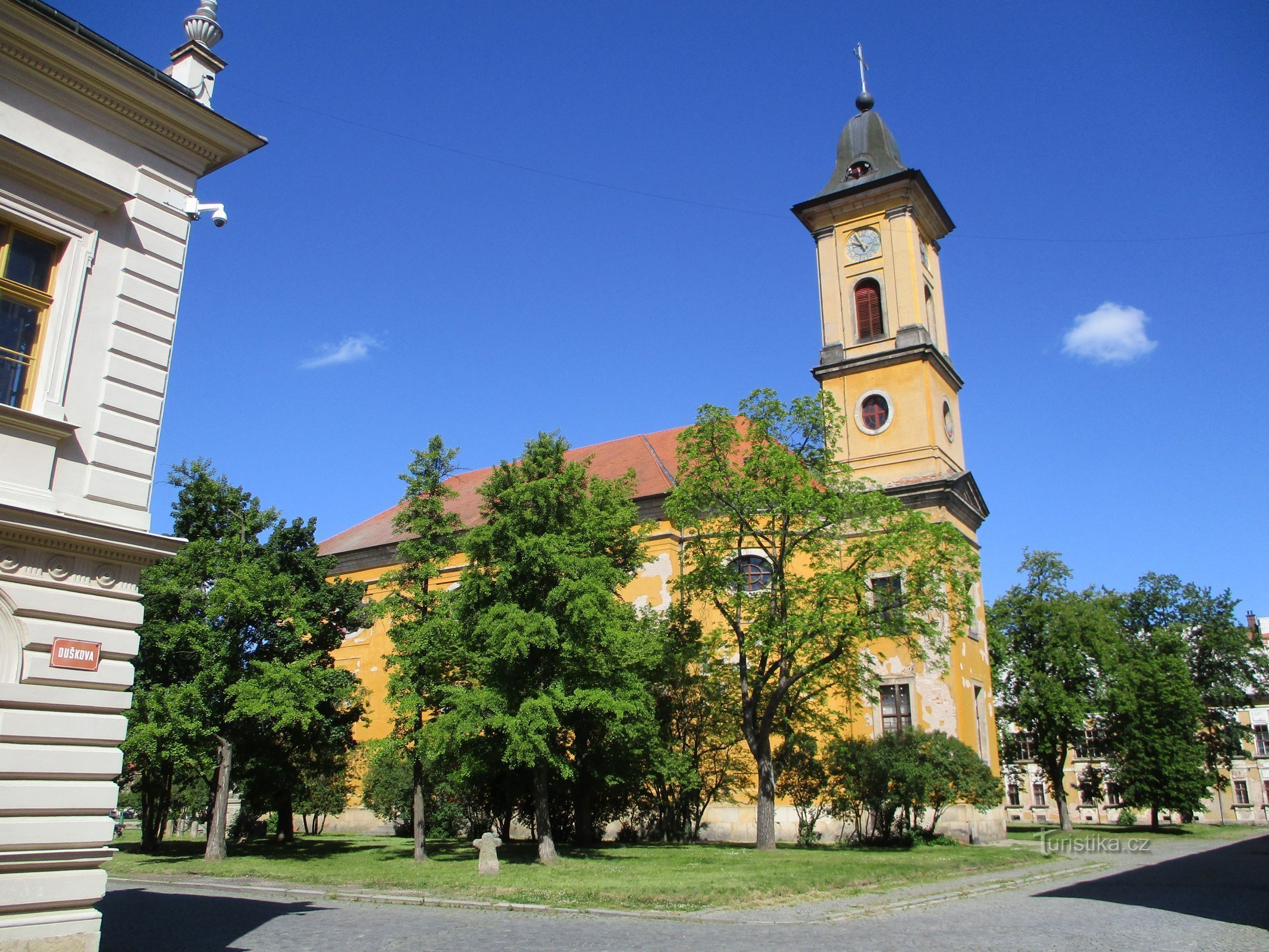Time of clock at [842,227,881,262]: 9:55
